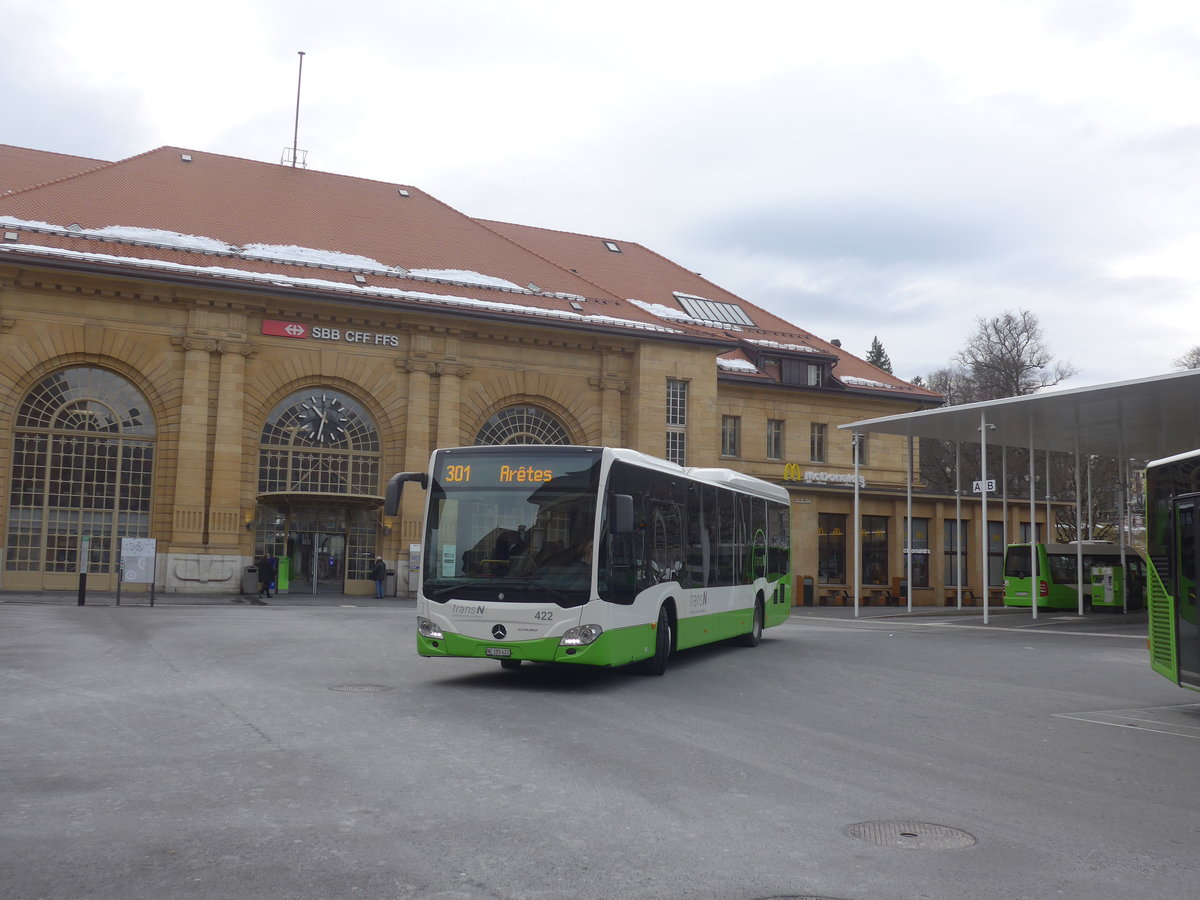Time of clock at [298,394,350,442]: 10:32
